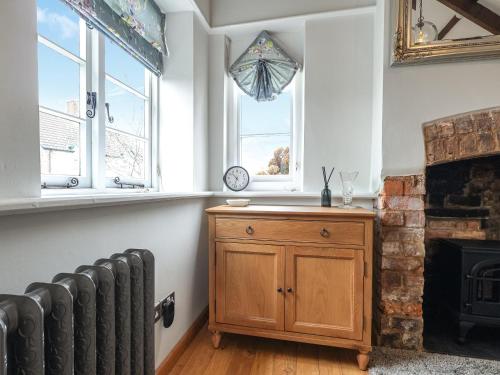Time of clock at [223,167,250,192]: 10:32
